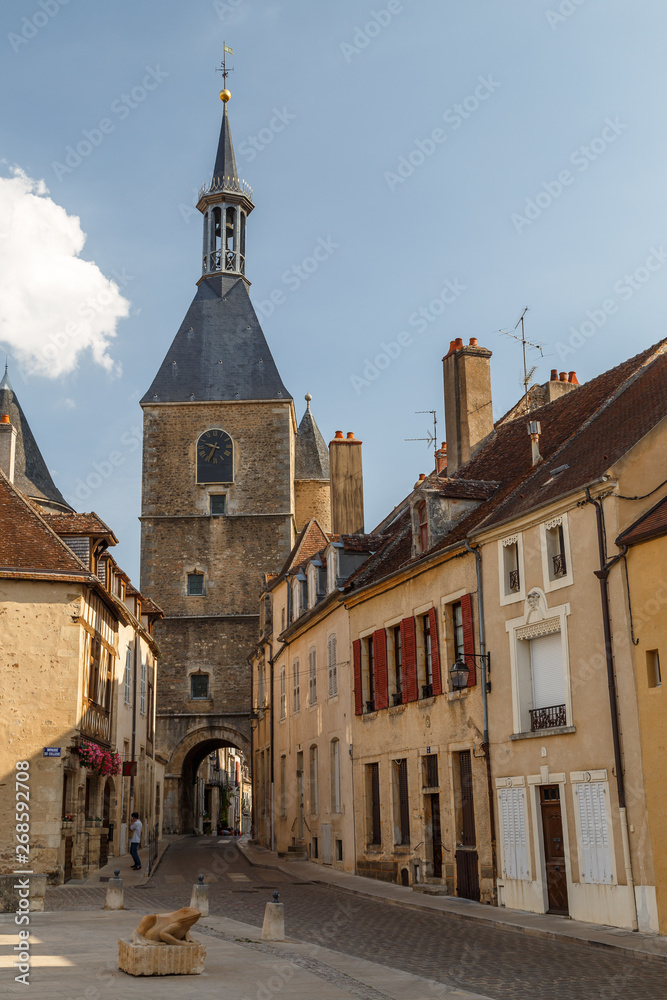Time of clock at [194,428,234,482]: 9:34
